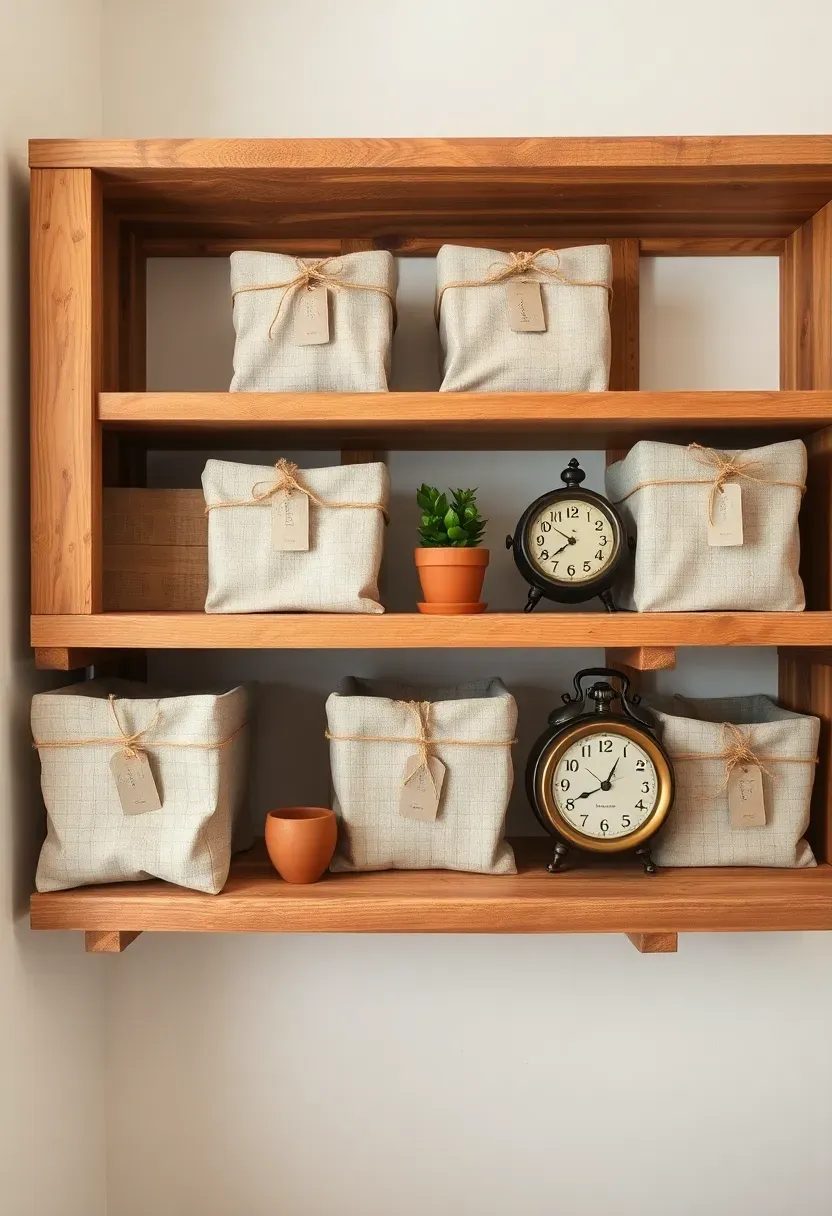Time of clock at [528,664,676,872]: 8:04
